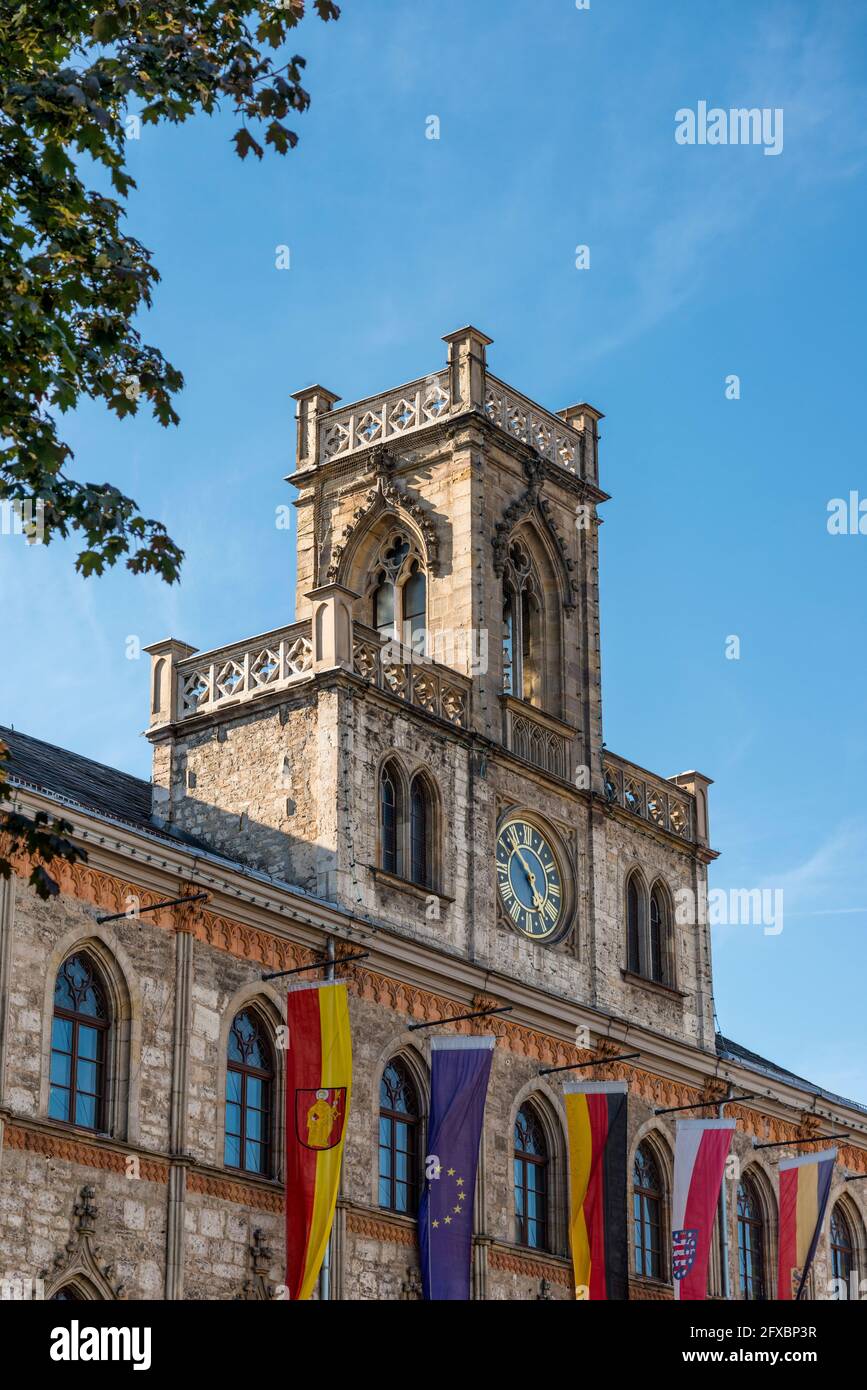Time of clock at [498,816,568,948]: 4:52
